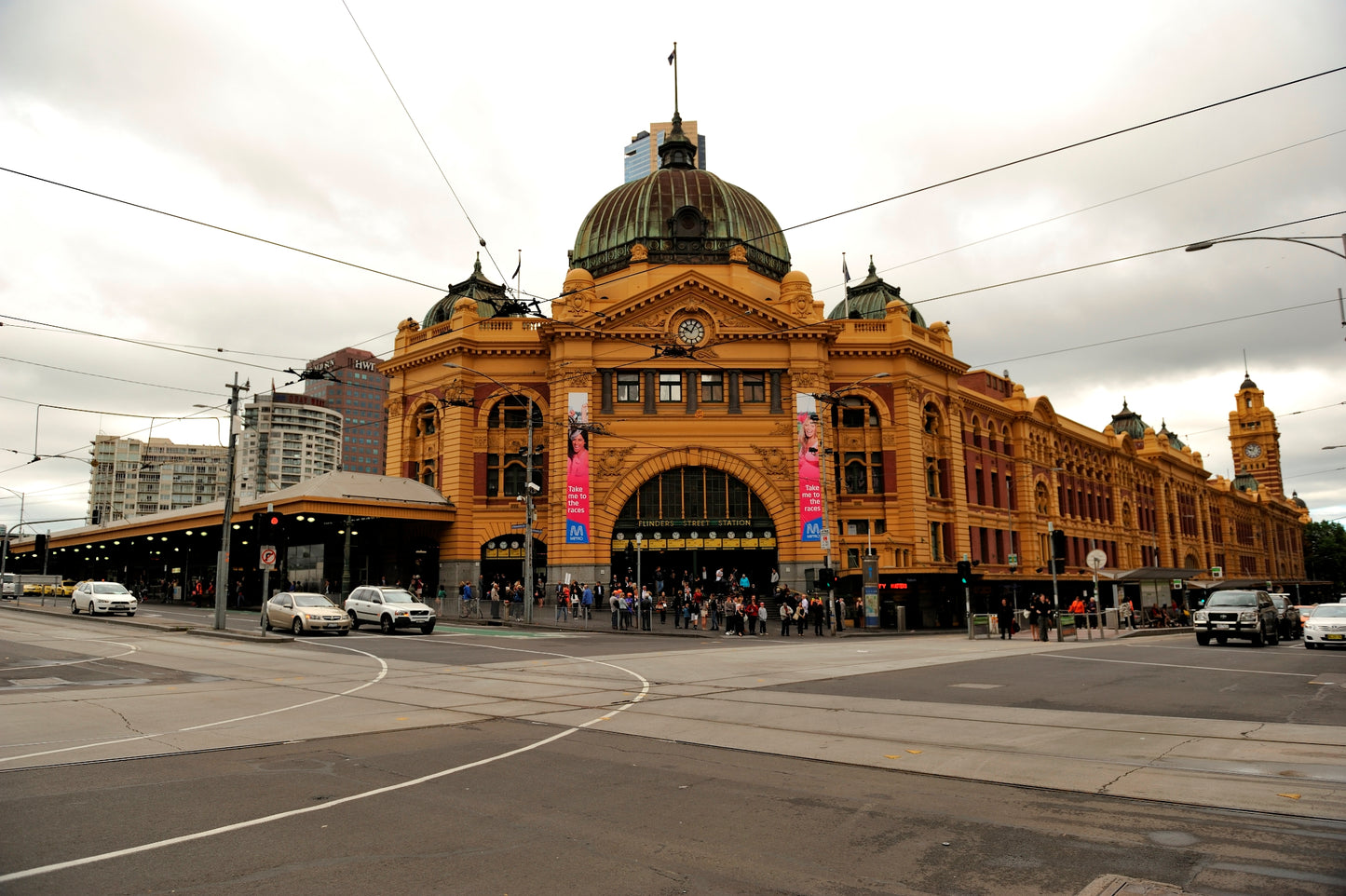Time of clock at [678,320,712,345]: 10:04
